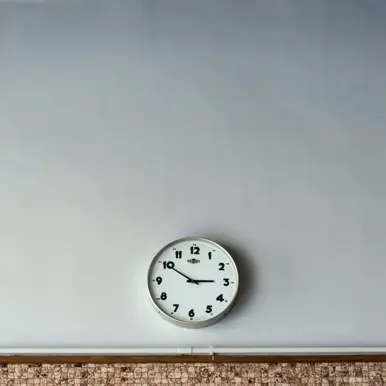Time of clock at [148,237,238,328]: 2:50
